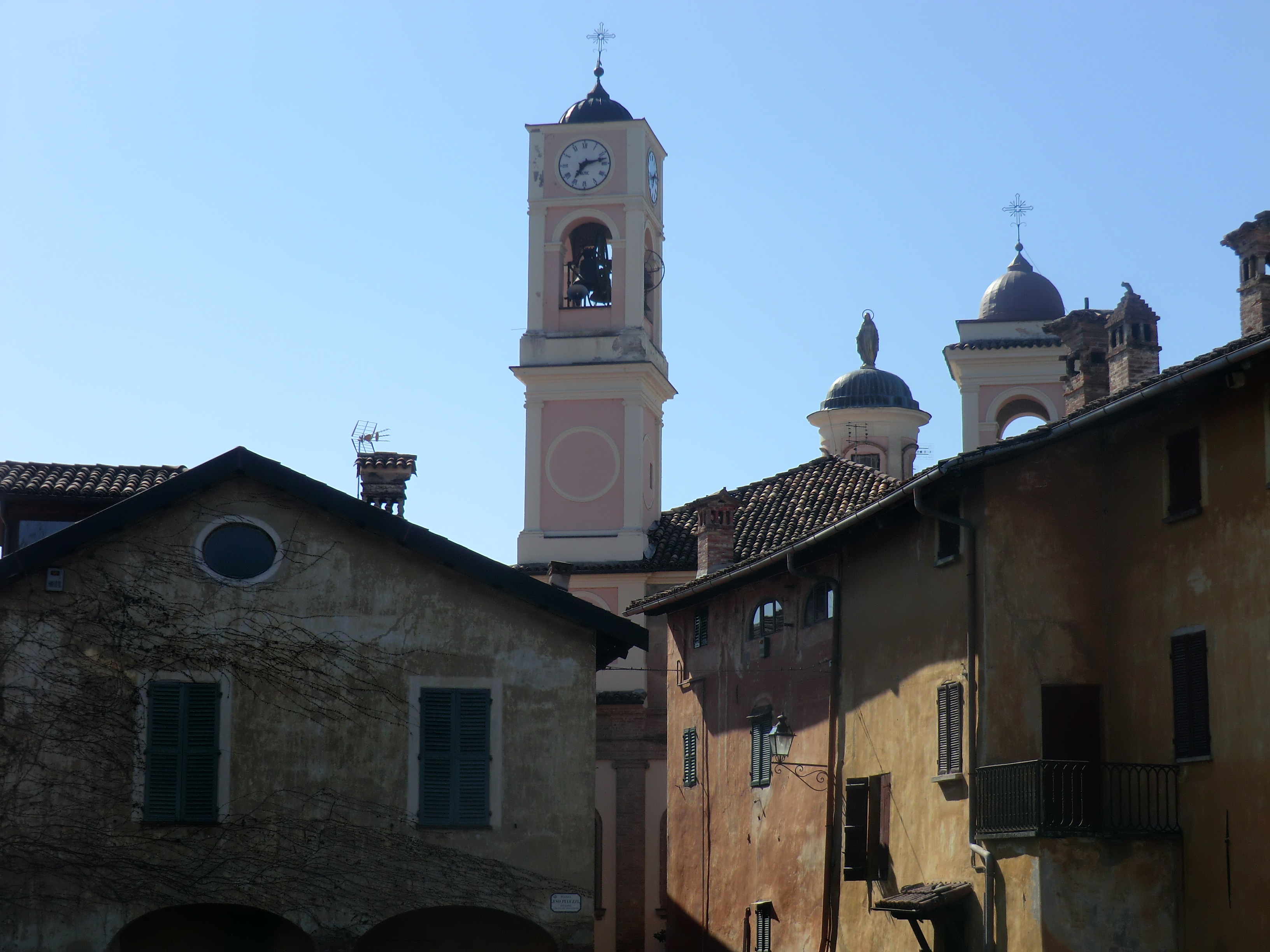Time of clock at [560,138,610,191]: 7:12
